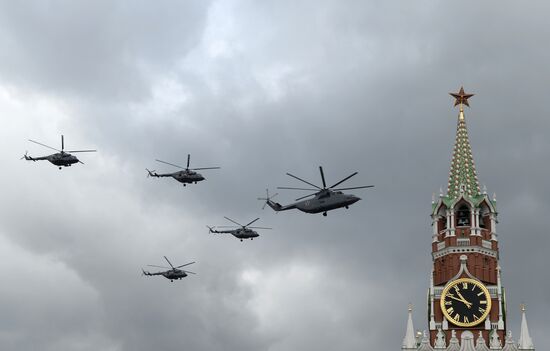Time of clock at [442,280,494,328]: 10:48
